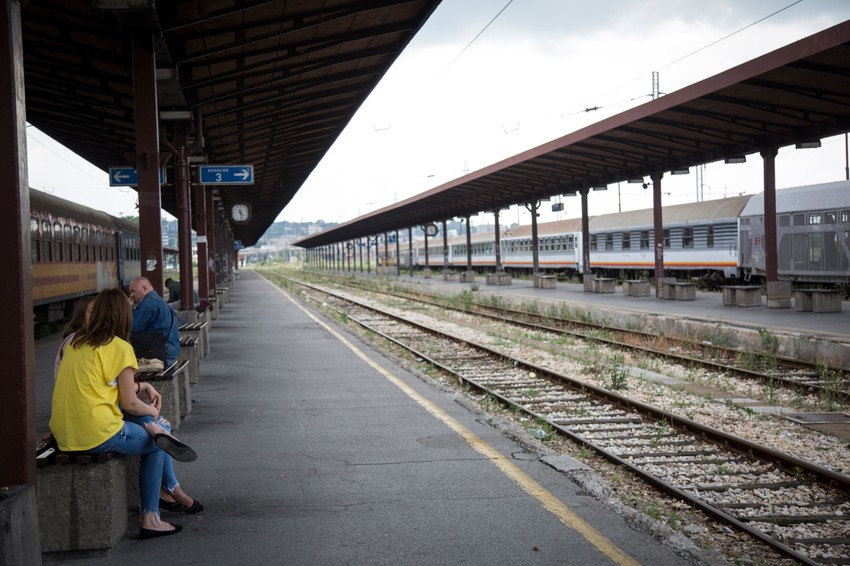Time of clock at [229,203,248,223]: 4:28
